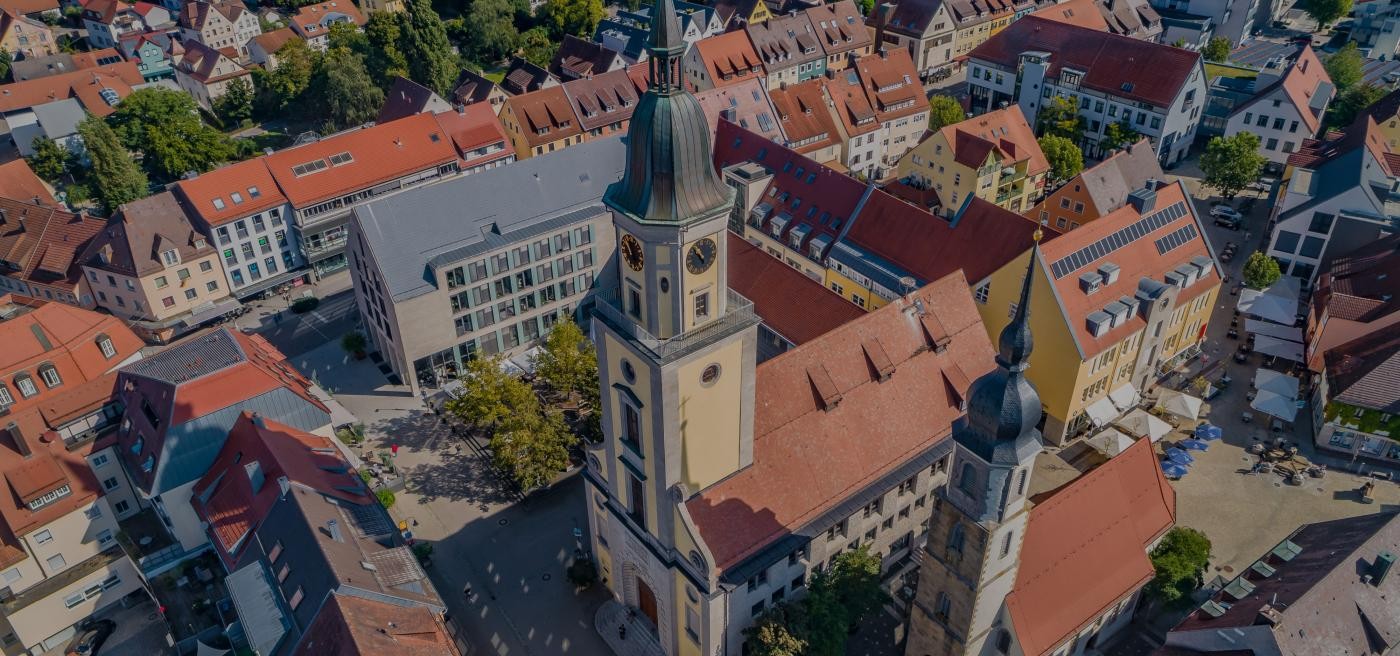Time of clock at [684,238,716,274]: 4:52
